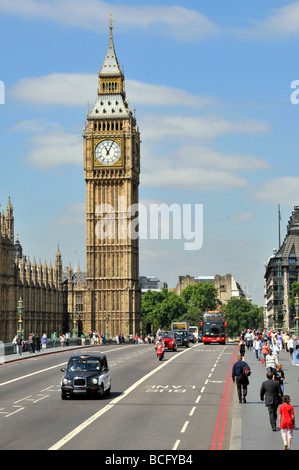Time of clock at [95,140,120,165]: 11:04
